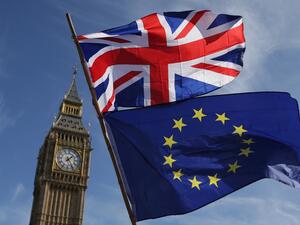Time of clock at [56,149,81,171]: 1:24
